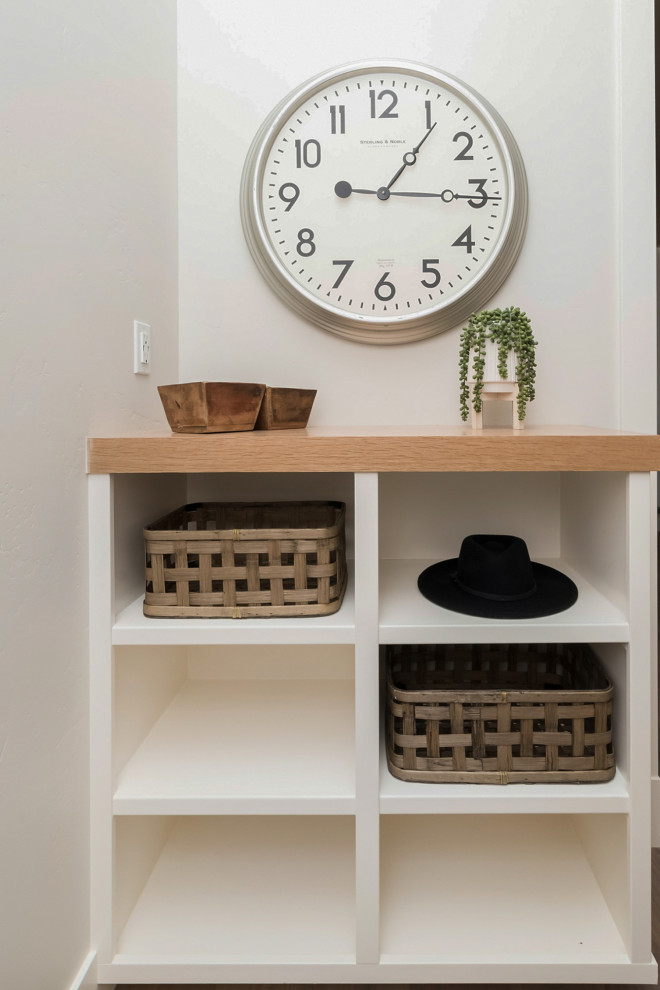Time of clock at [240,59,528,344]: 1:15
